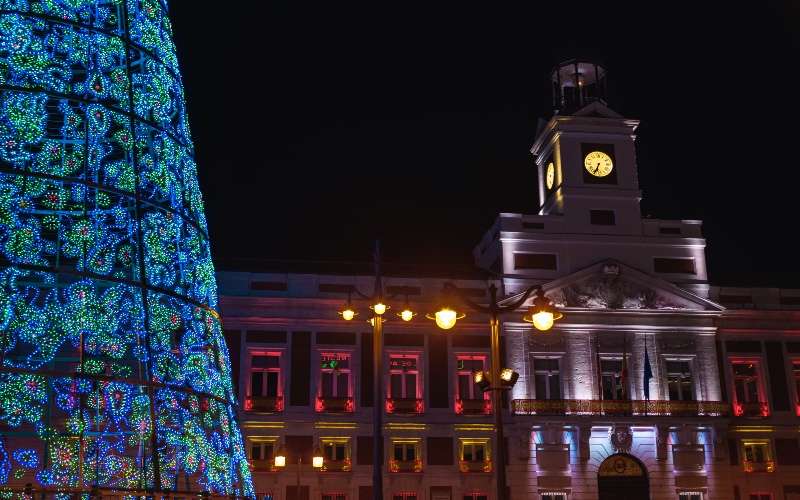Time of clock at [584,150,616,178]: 6:34
